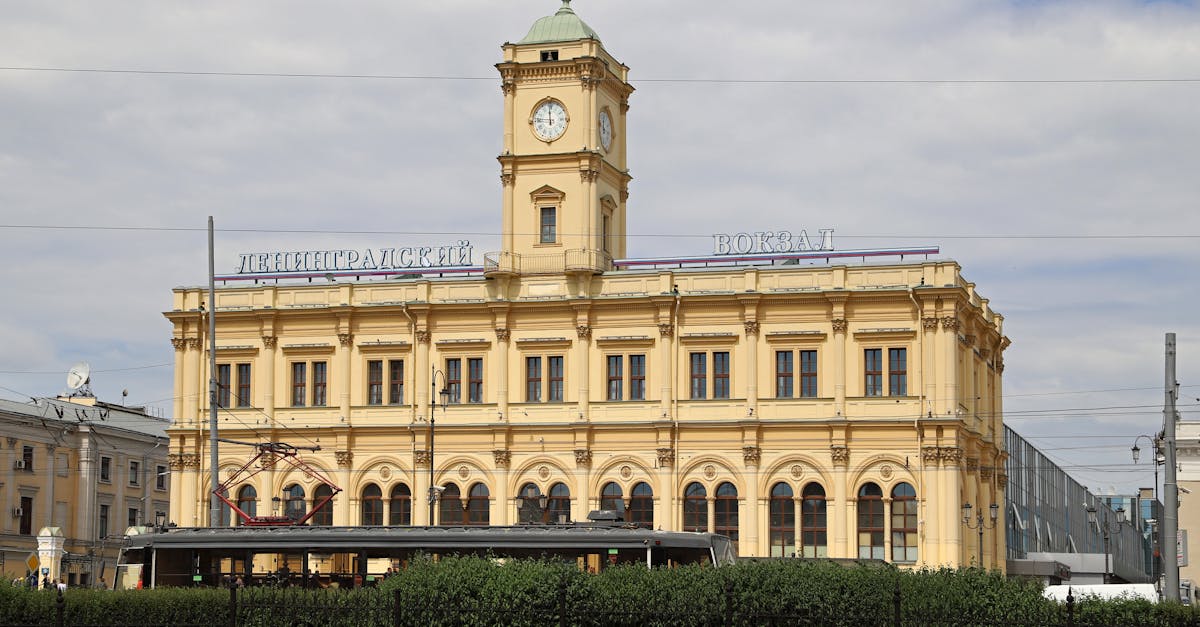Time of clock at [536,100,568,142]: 11:46
